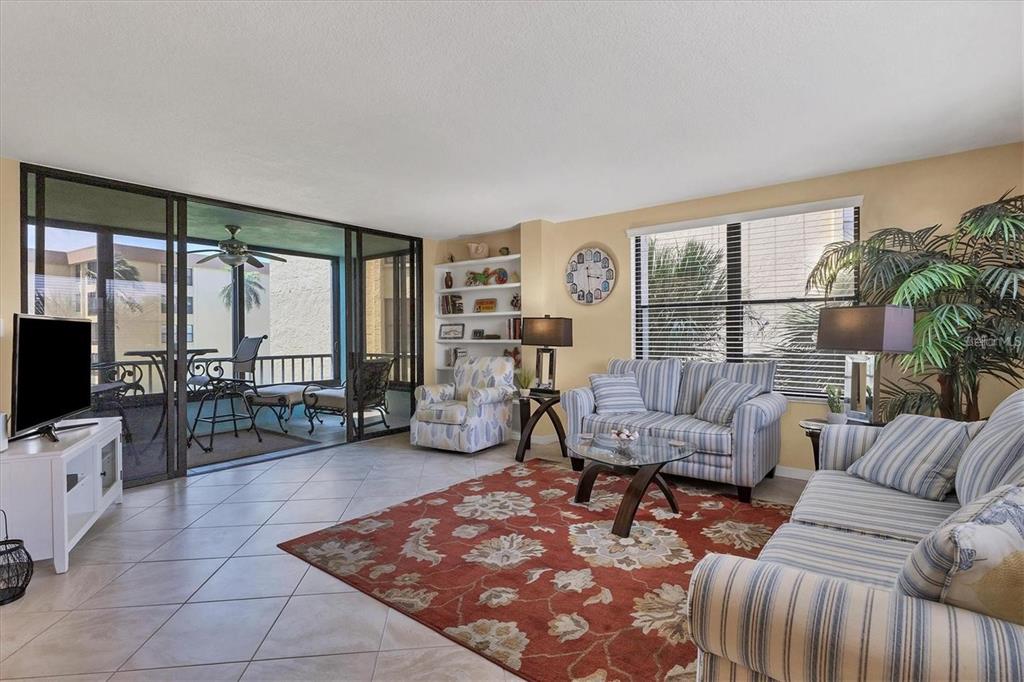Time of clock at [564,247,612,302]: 3:29
